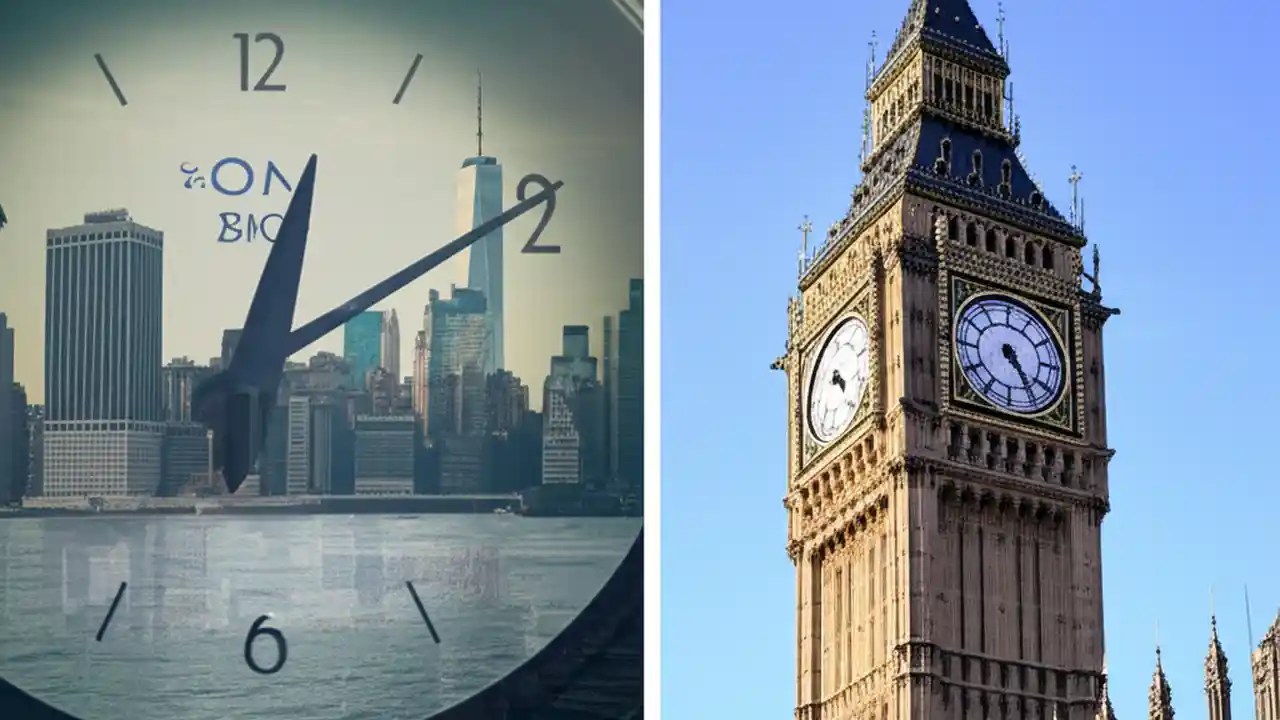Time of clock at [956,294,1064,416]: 4:24
